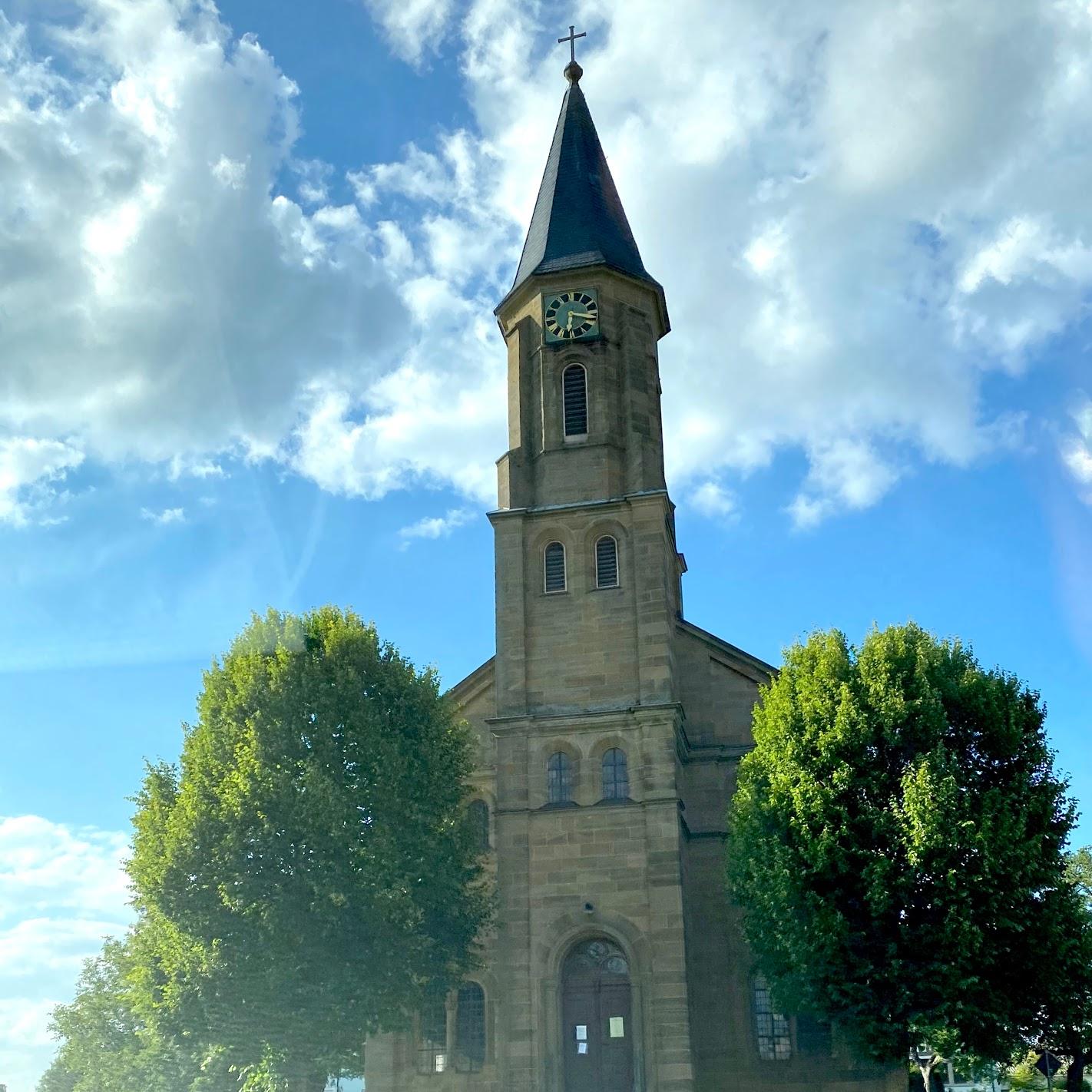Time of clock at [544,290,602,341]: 6:17
